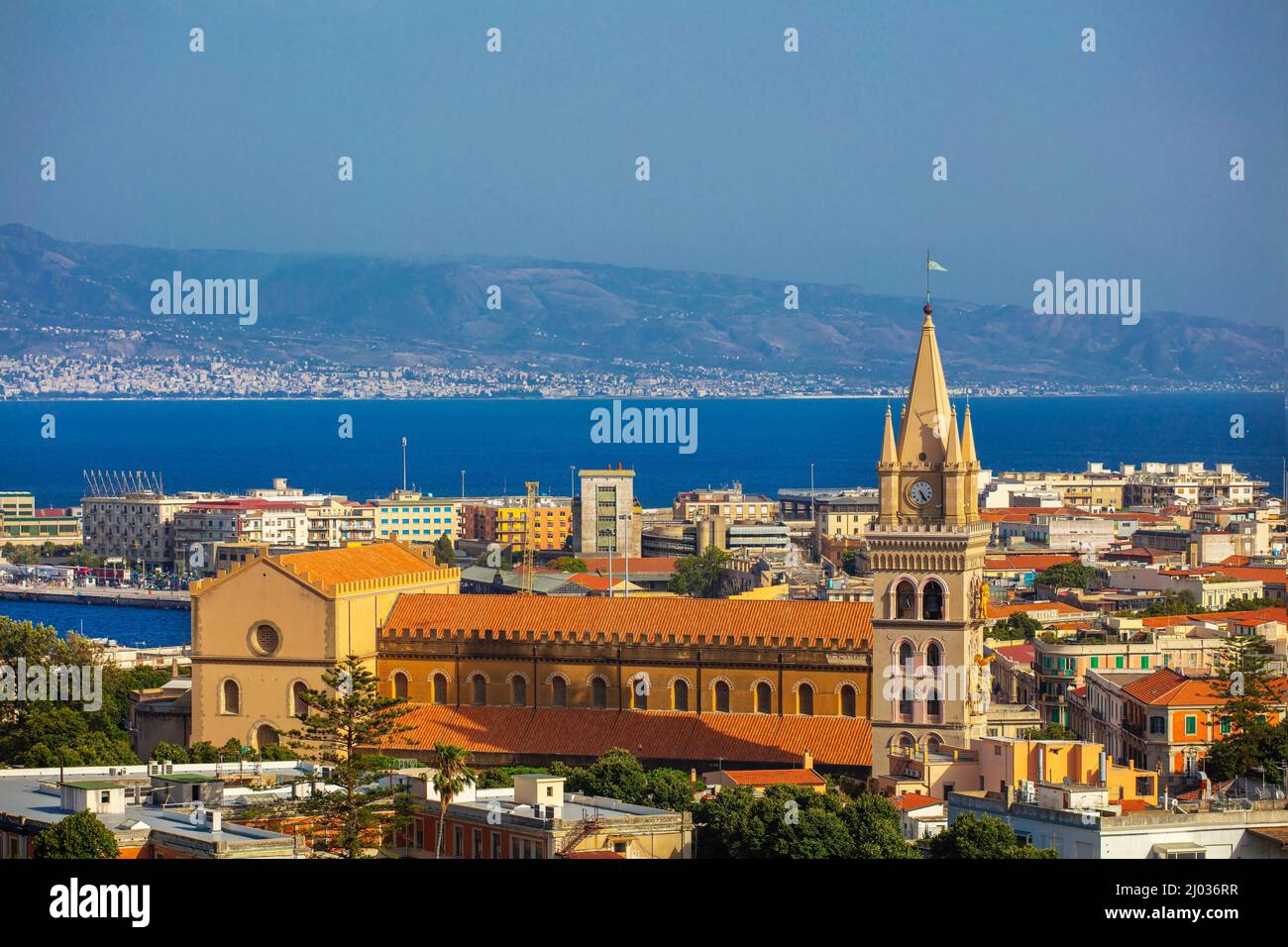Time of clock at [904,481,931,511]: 5:24
